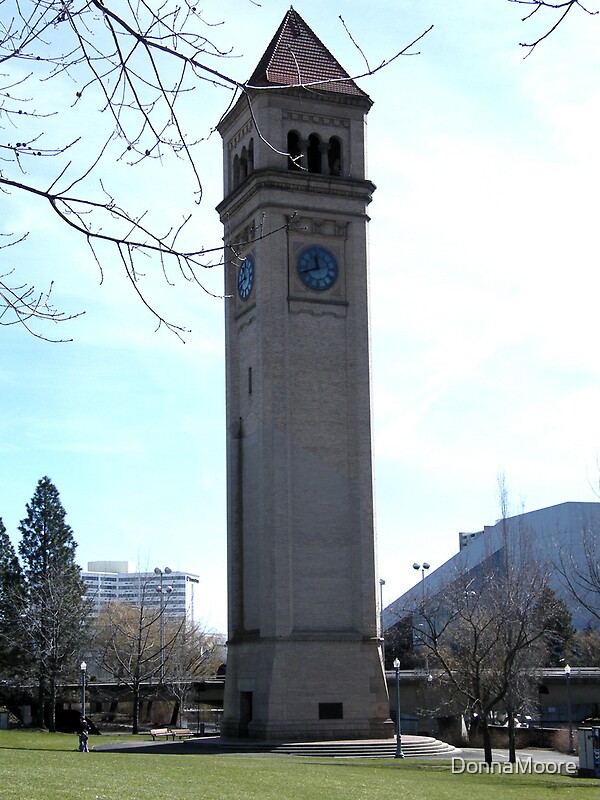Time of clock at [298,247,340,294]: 11:41
